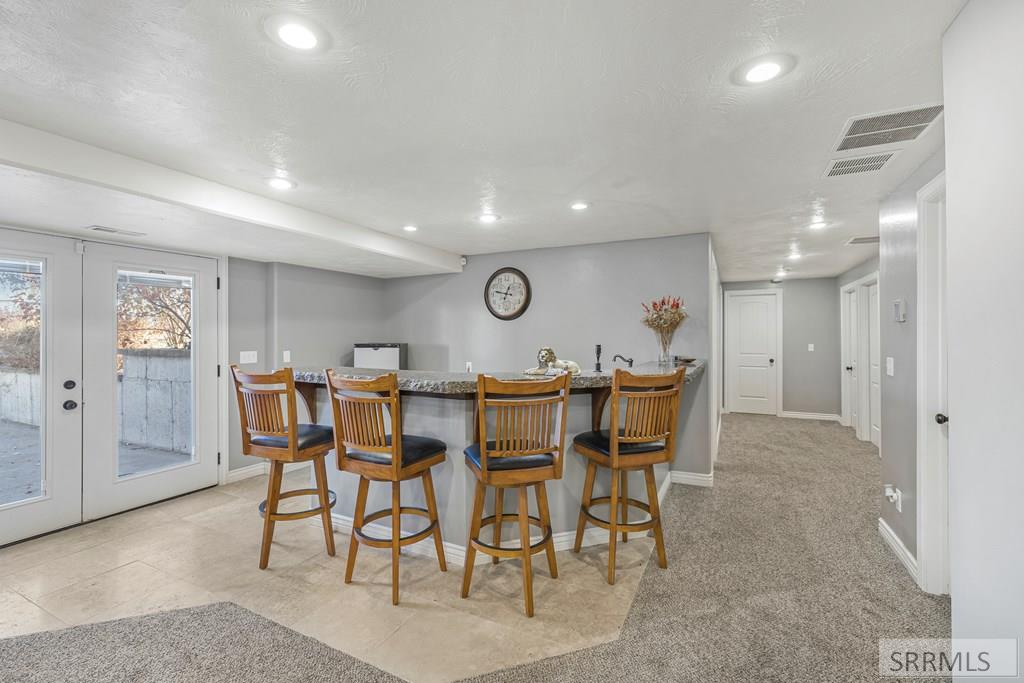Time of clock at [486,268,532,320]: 12:47
